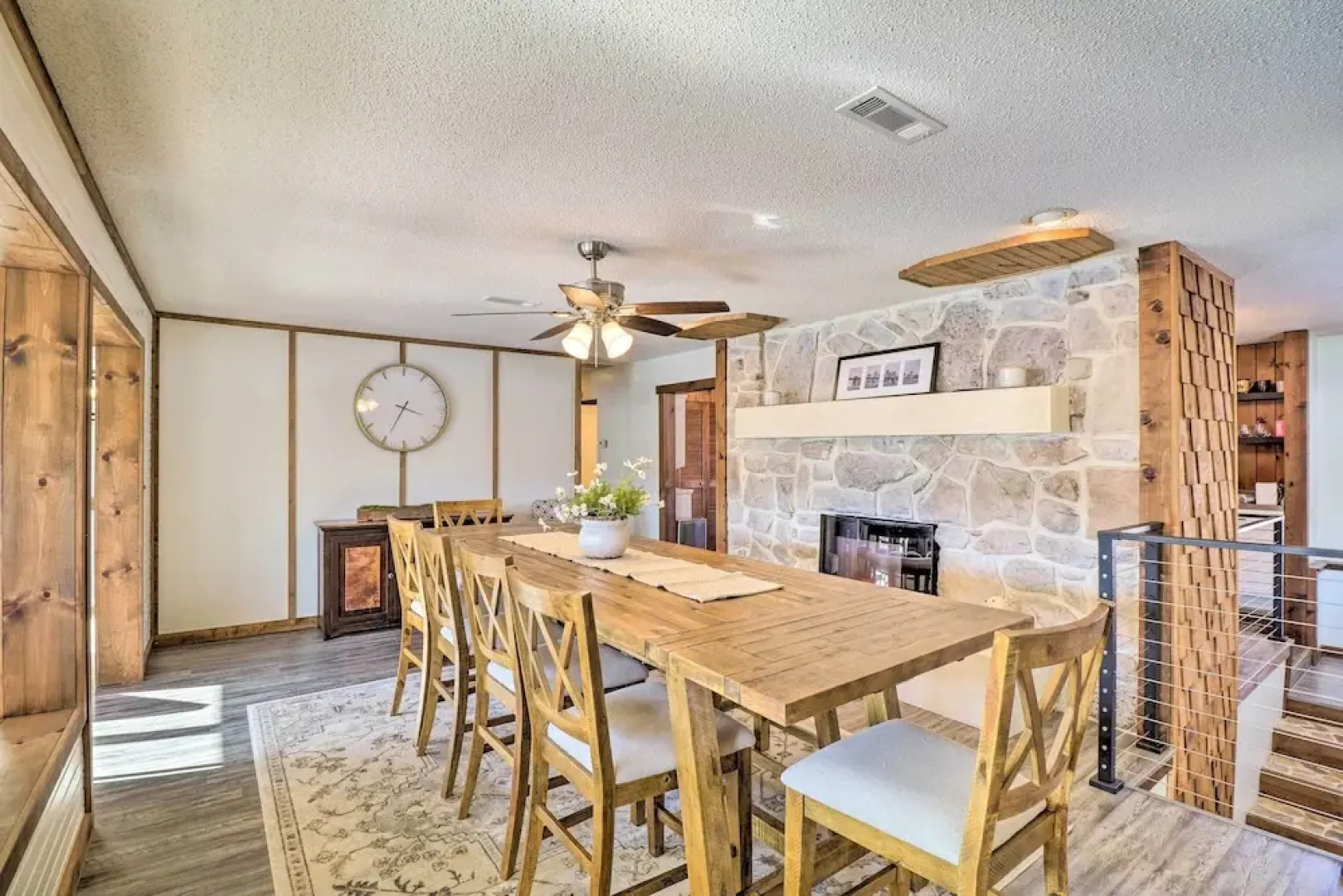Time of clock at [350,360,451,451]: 3:34
